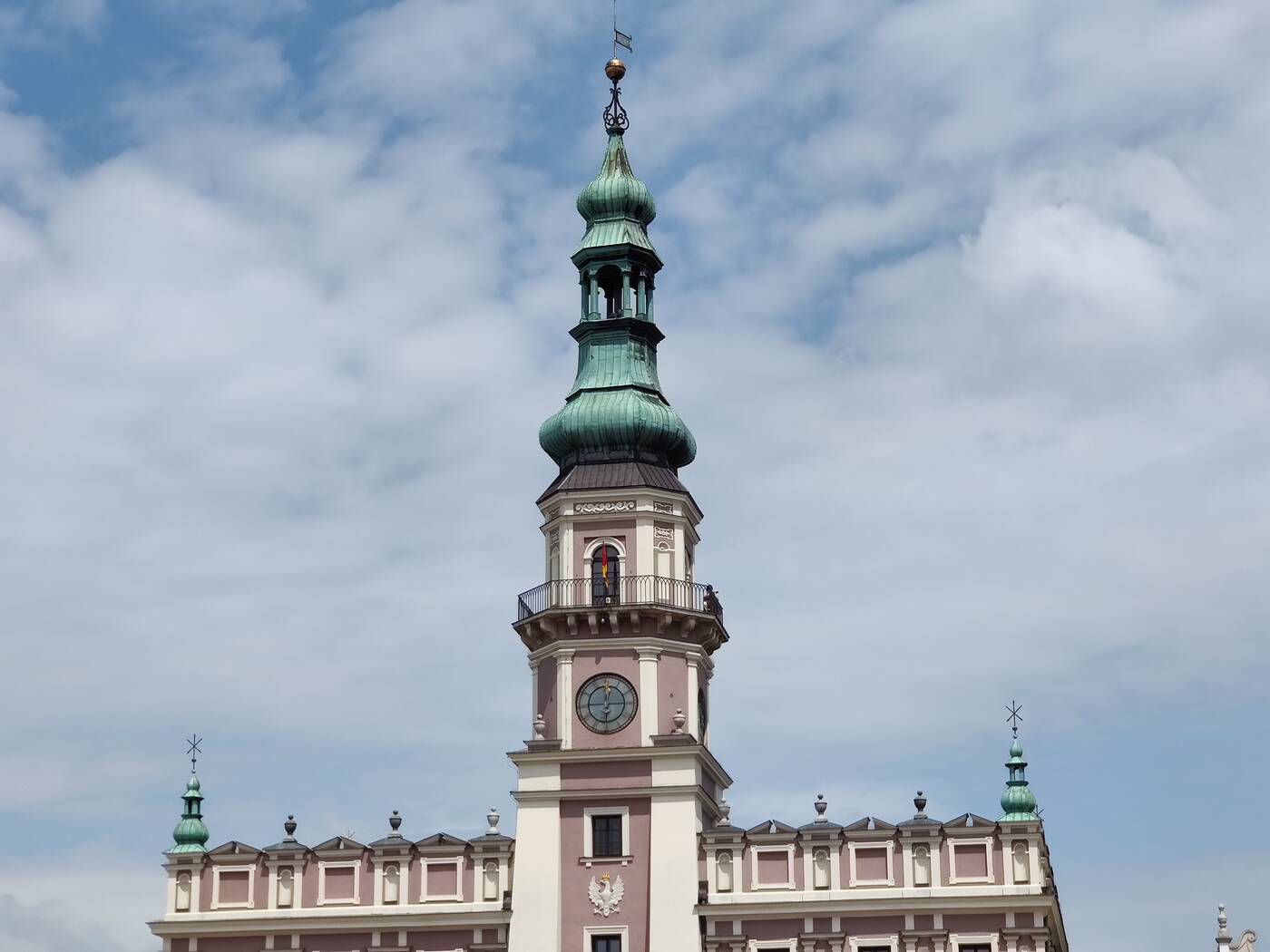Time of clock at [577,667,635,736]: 12:14
